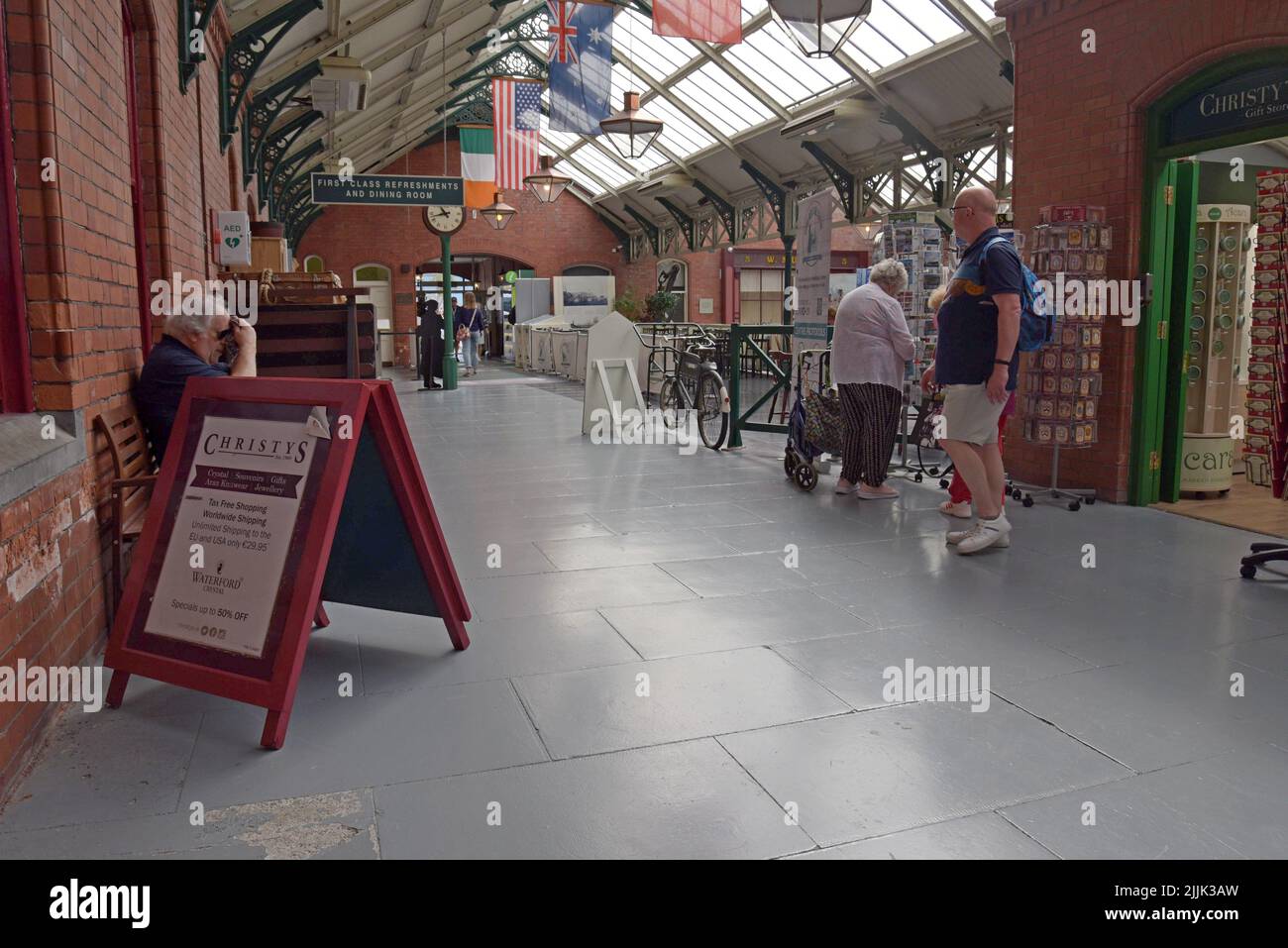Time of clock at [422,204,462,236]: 10:42
